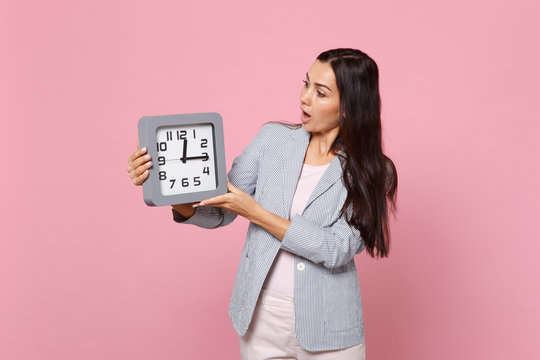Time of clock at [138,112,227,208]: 12:14
